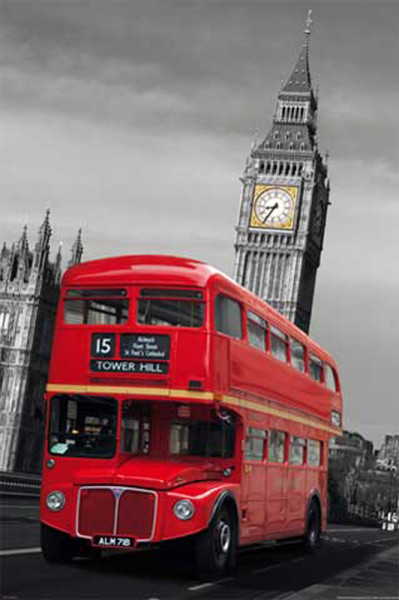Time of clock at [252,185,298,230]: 8:35
